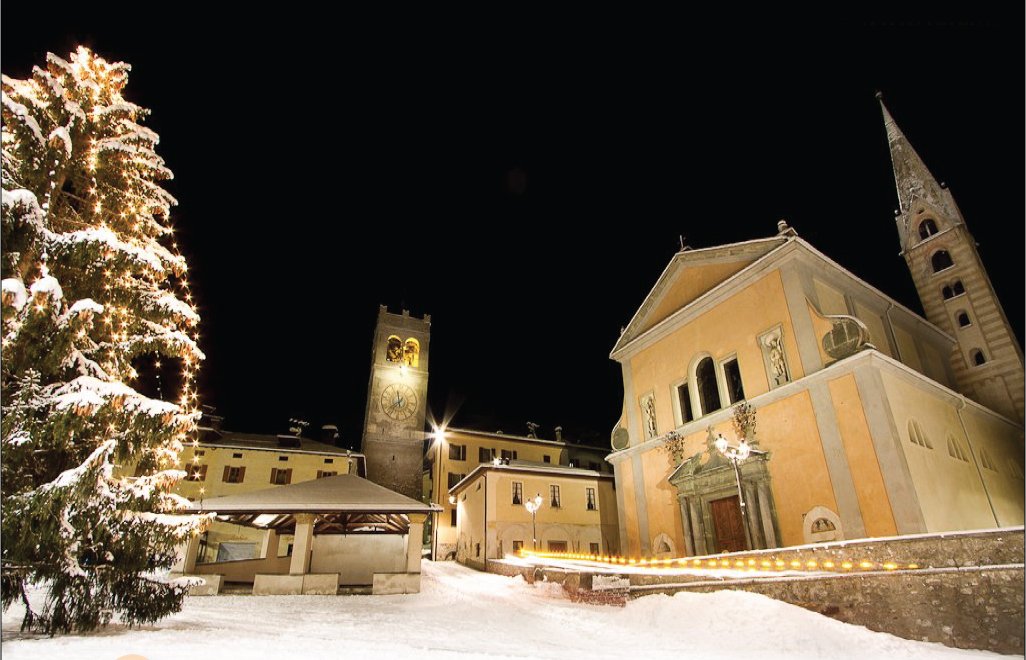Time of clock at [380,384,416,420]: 11:37
